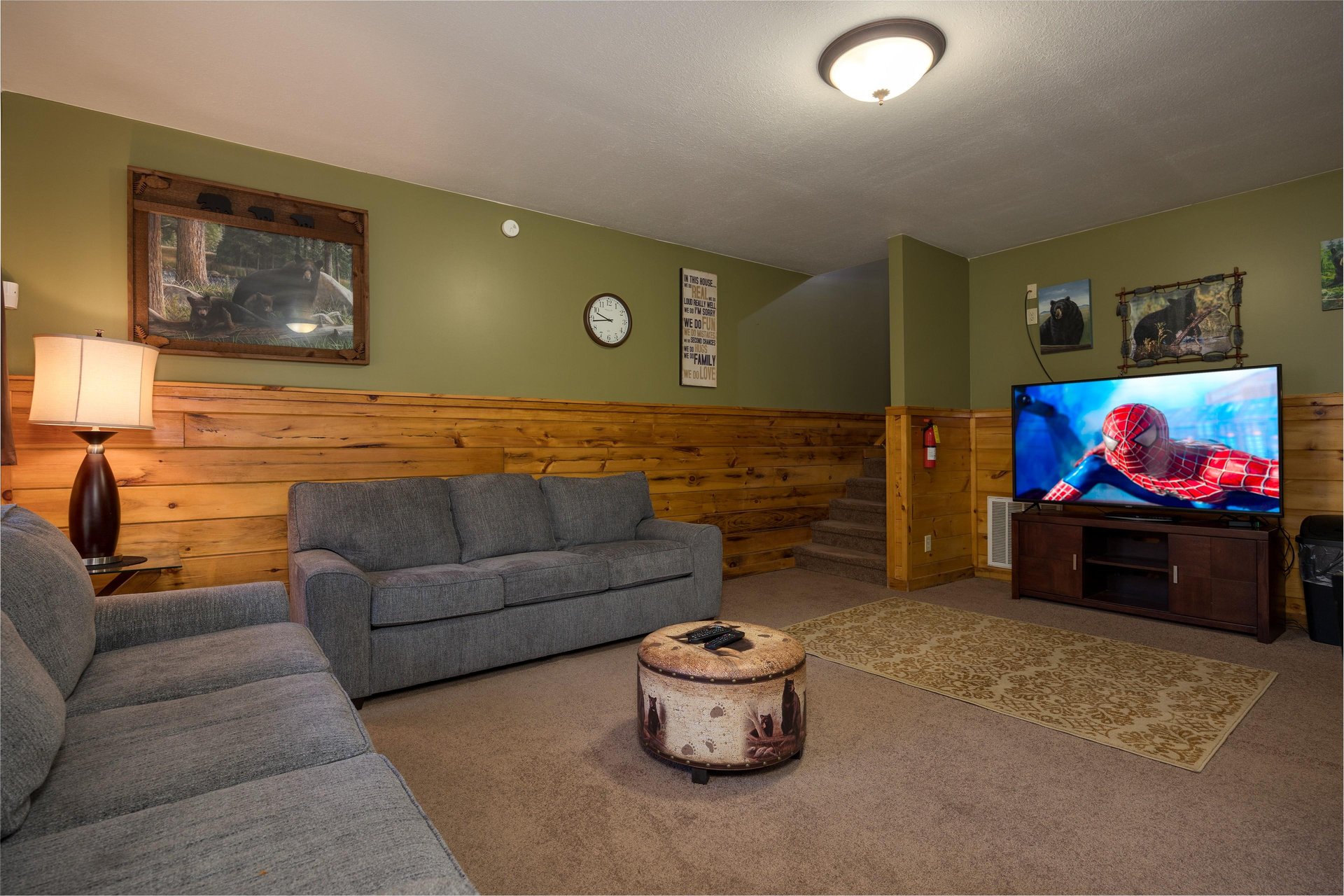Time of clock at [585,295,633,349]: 9:43
